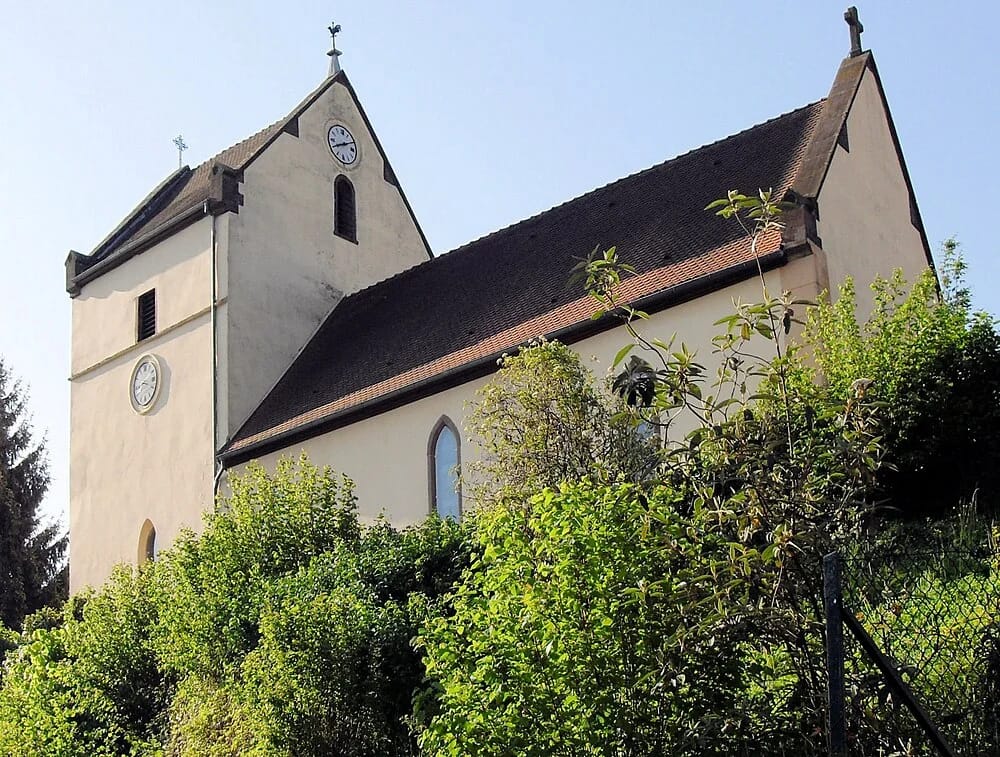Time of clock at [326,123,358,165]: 8:10
